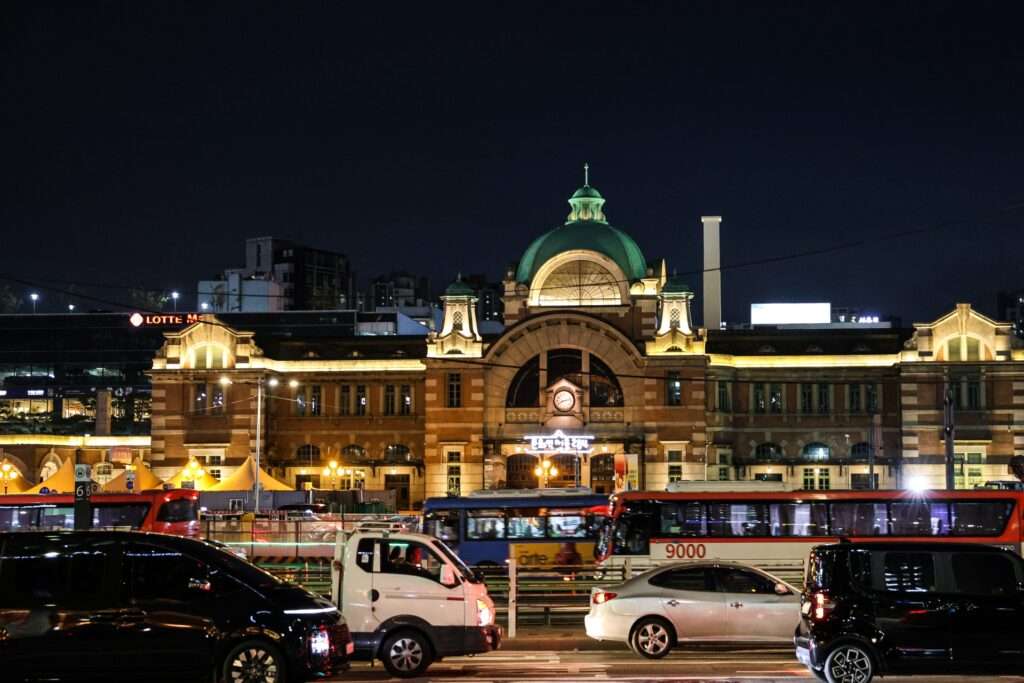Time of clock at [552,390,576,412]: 8:12
